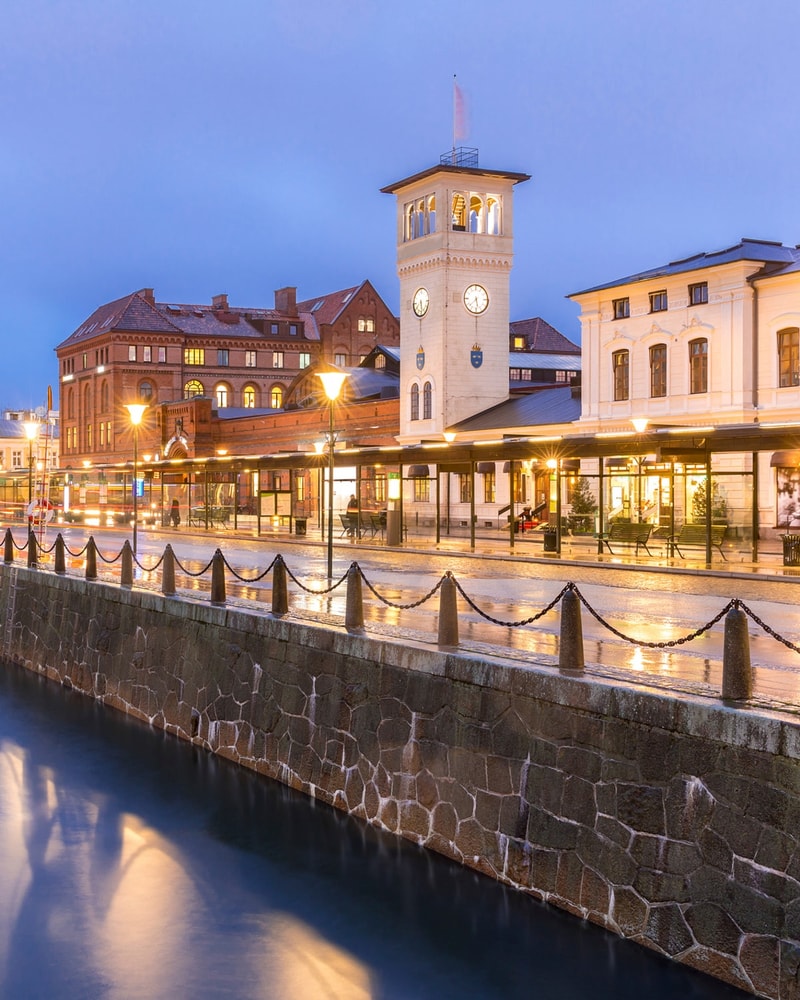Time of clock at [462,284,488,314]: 5:37
